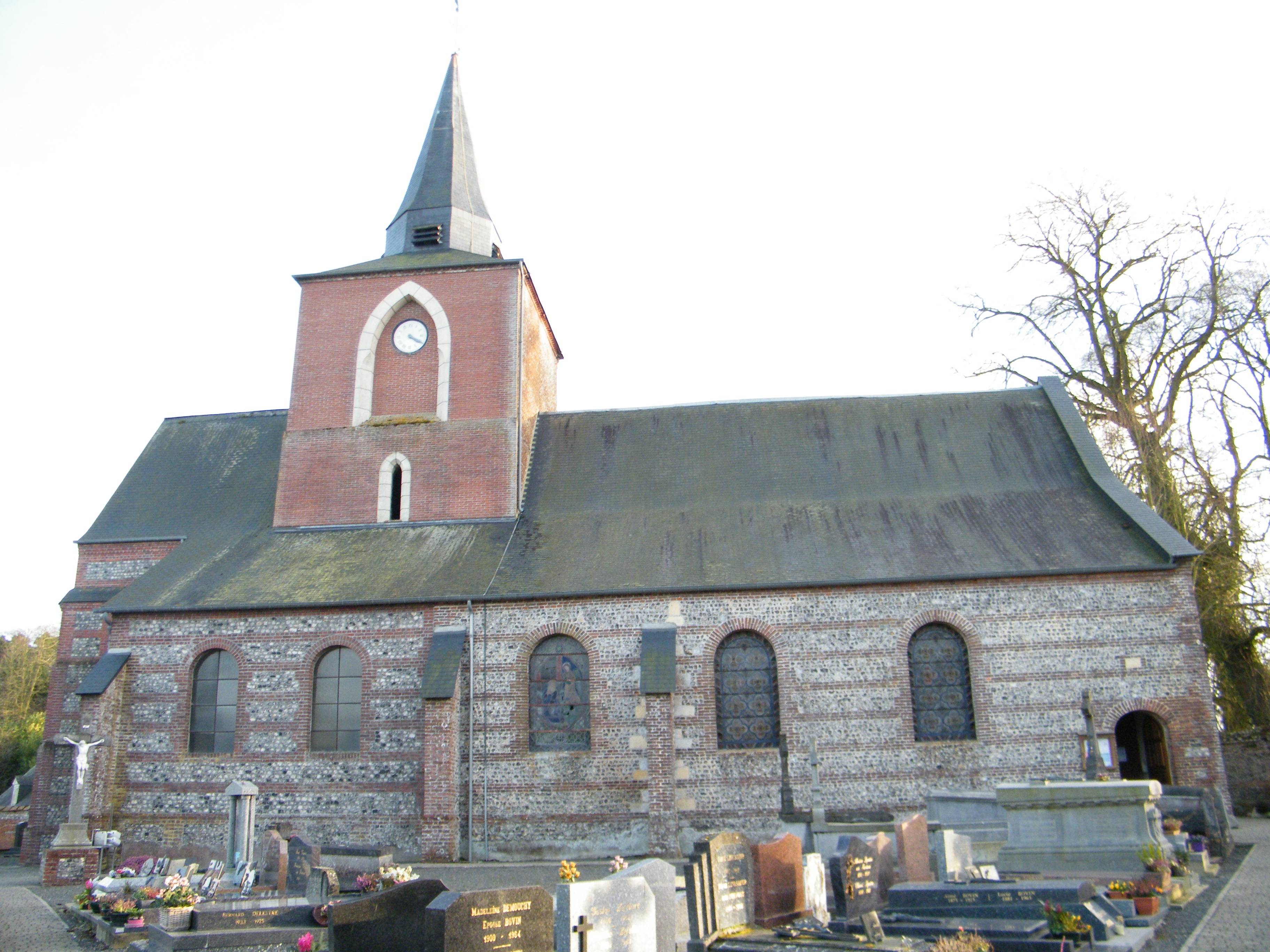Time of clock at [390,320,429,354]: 4:20
